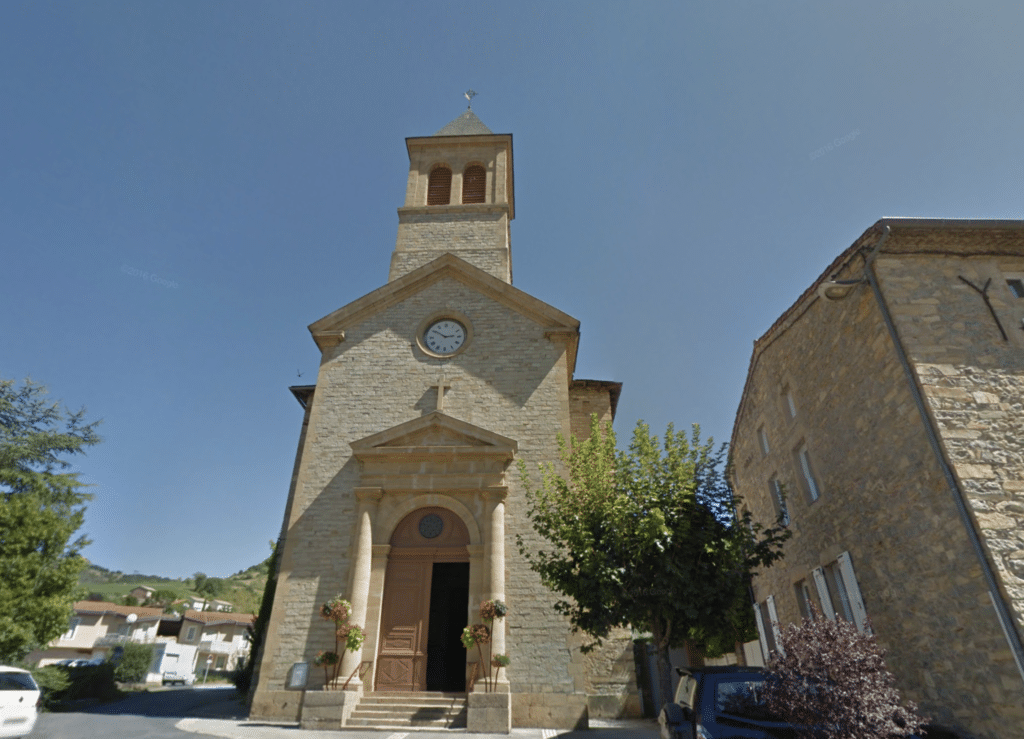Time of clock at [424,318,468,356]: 2:50
